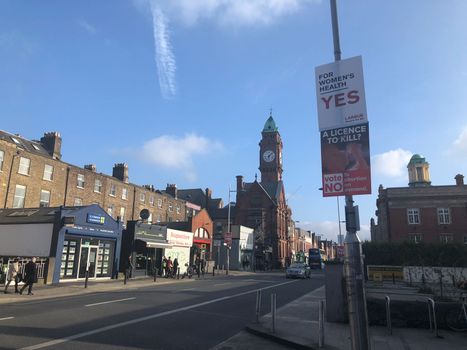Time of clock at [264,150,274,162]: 6:07
